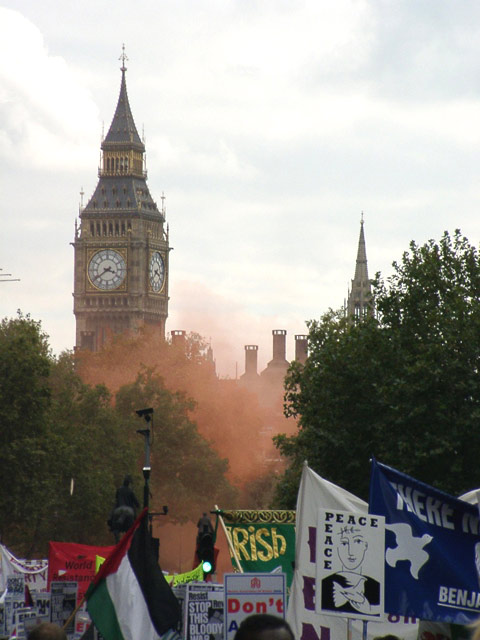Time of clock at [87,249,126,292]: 3:39
